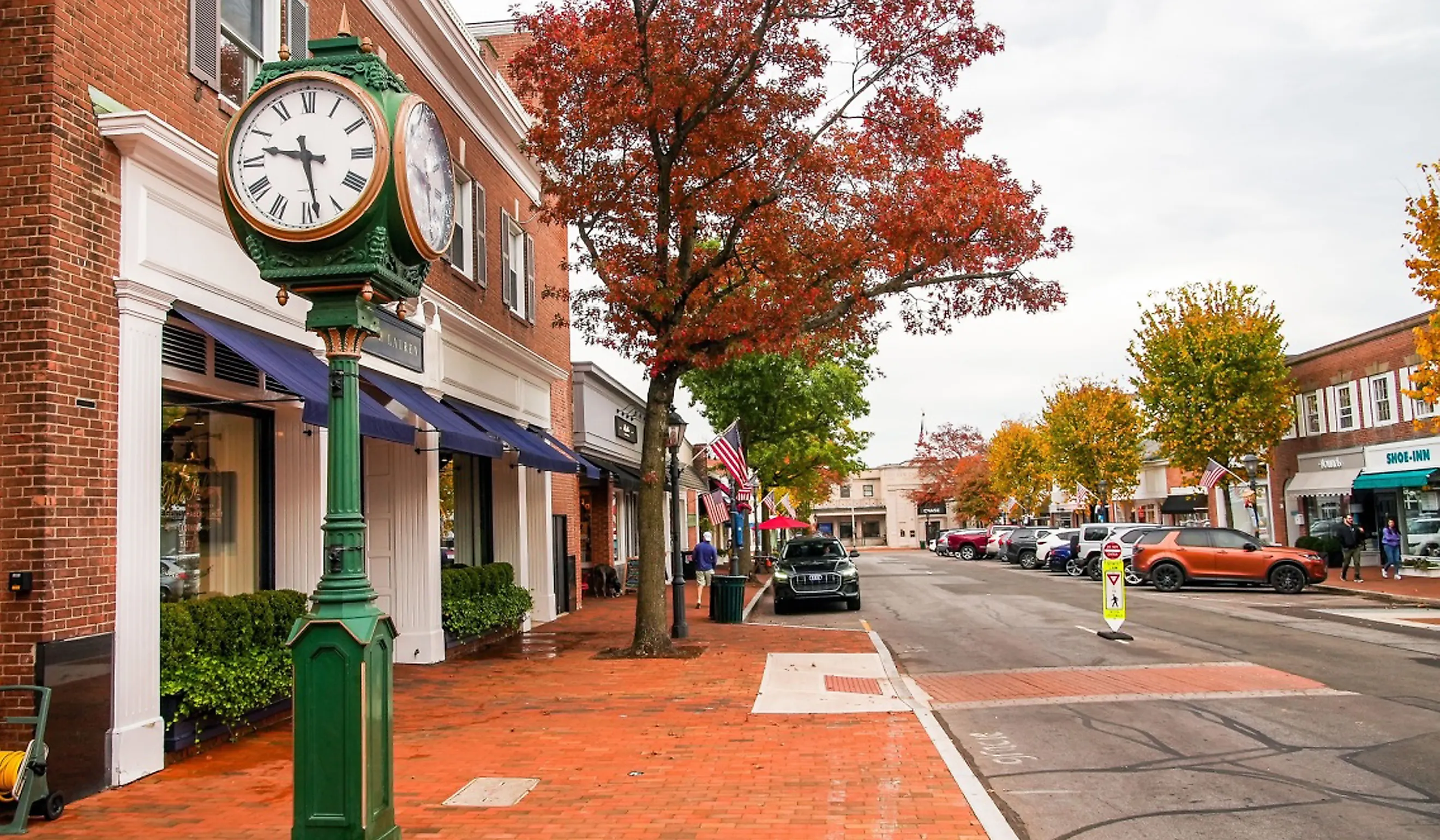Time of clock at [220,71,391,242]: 9:28
